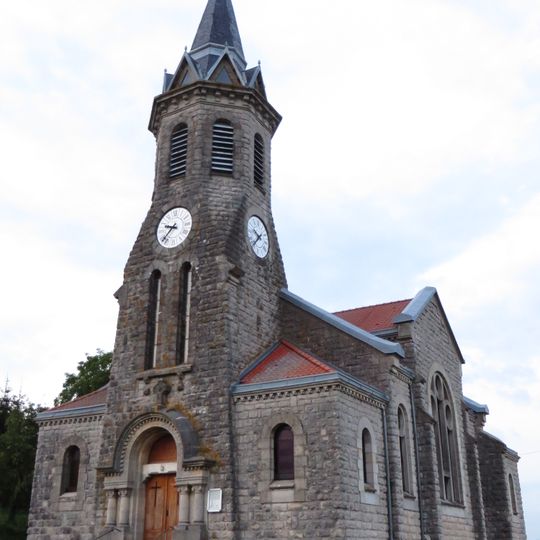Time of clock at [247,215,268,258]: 9:38
